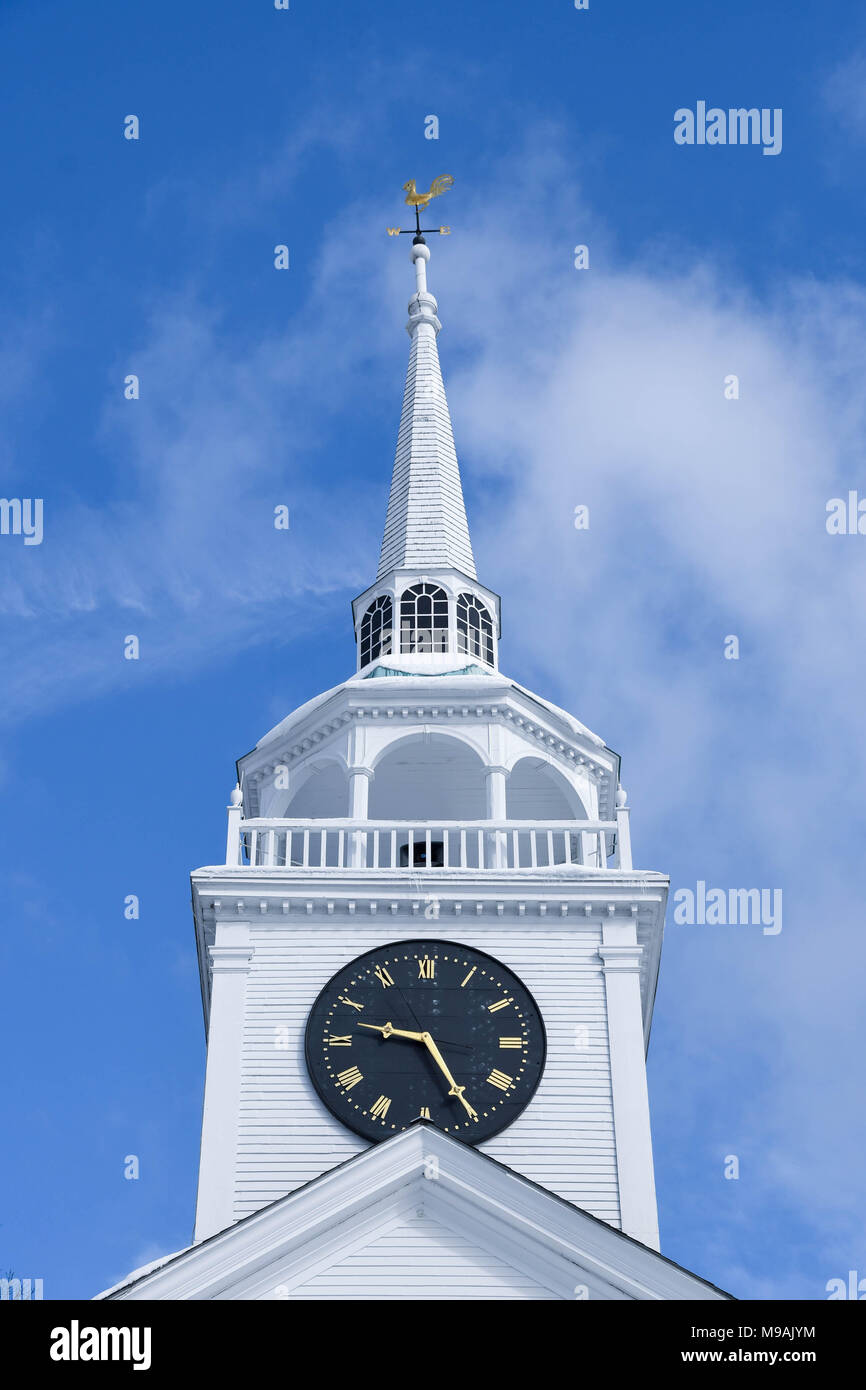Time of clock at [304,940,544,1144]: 9:25
